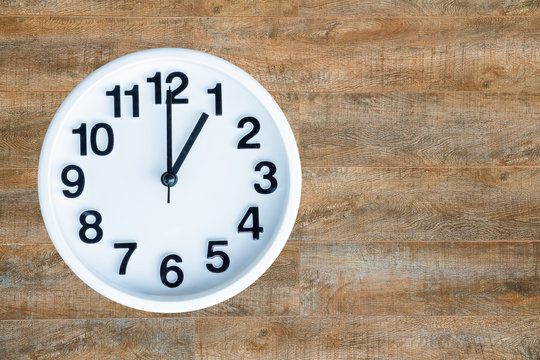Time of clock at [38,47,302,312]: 1:00
